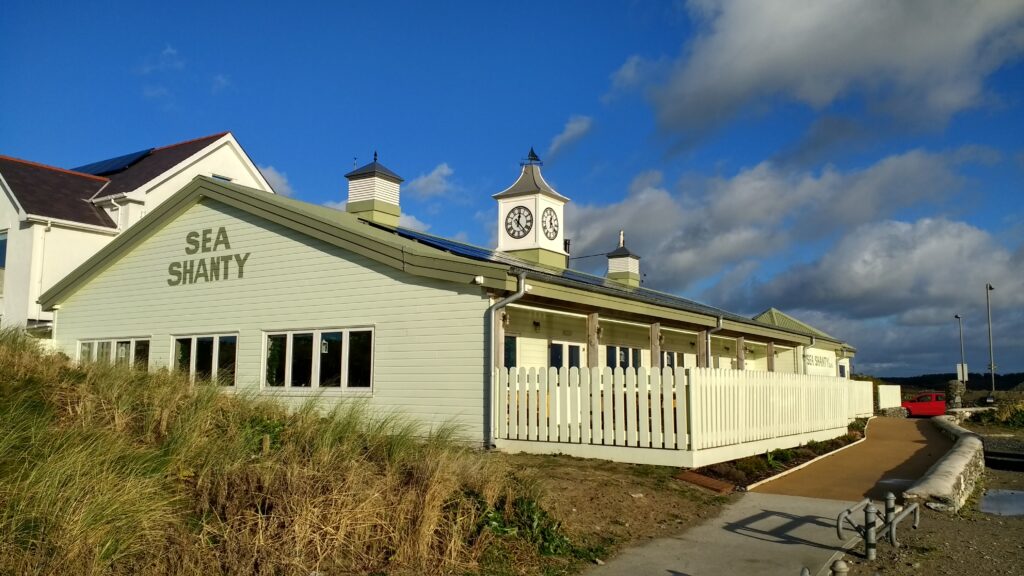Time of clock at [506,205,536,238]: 12:23
